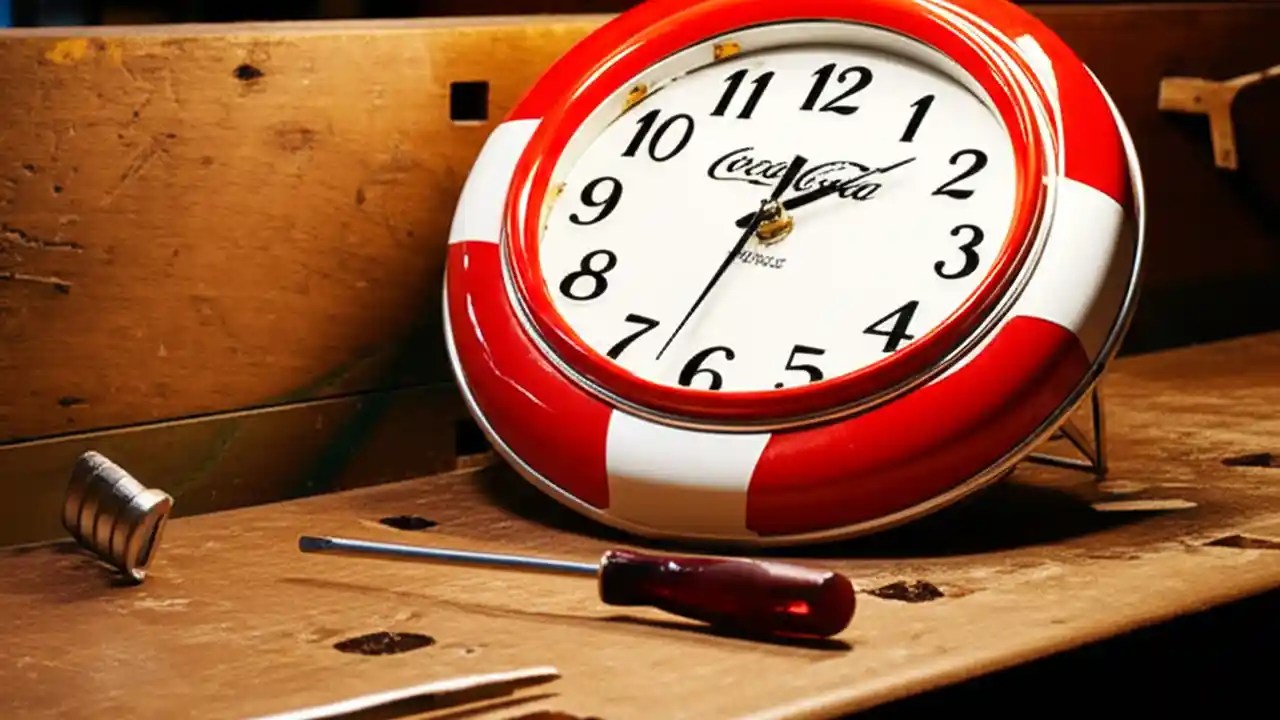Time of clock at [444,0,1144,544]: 1:32
